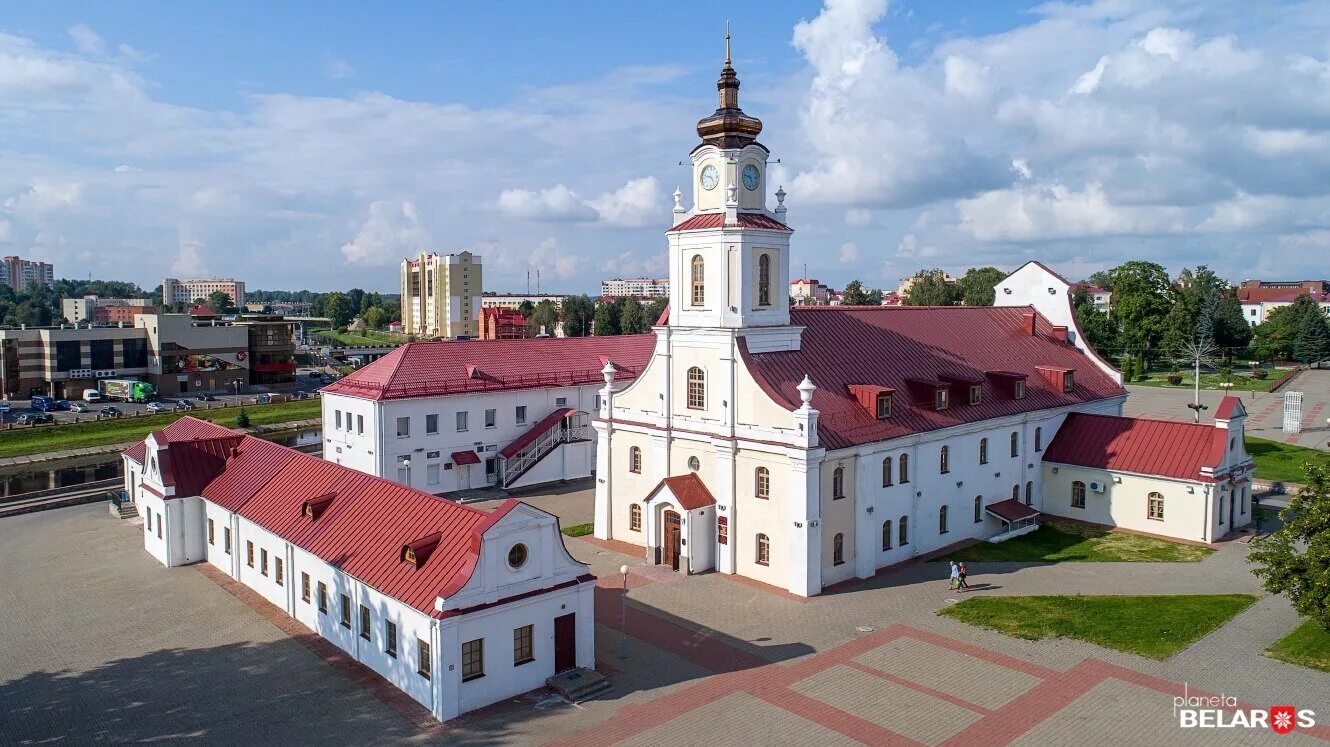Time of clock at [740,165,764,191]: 4:46
